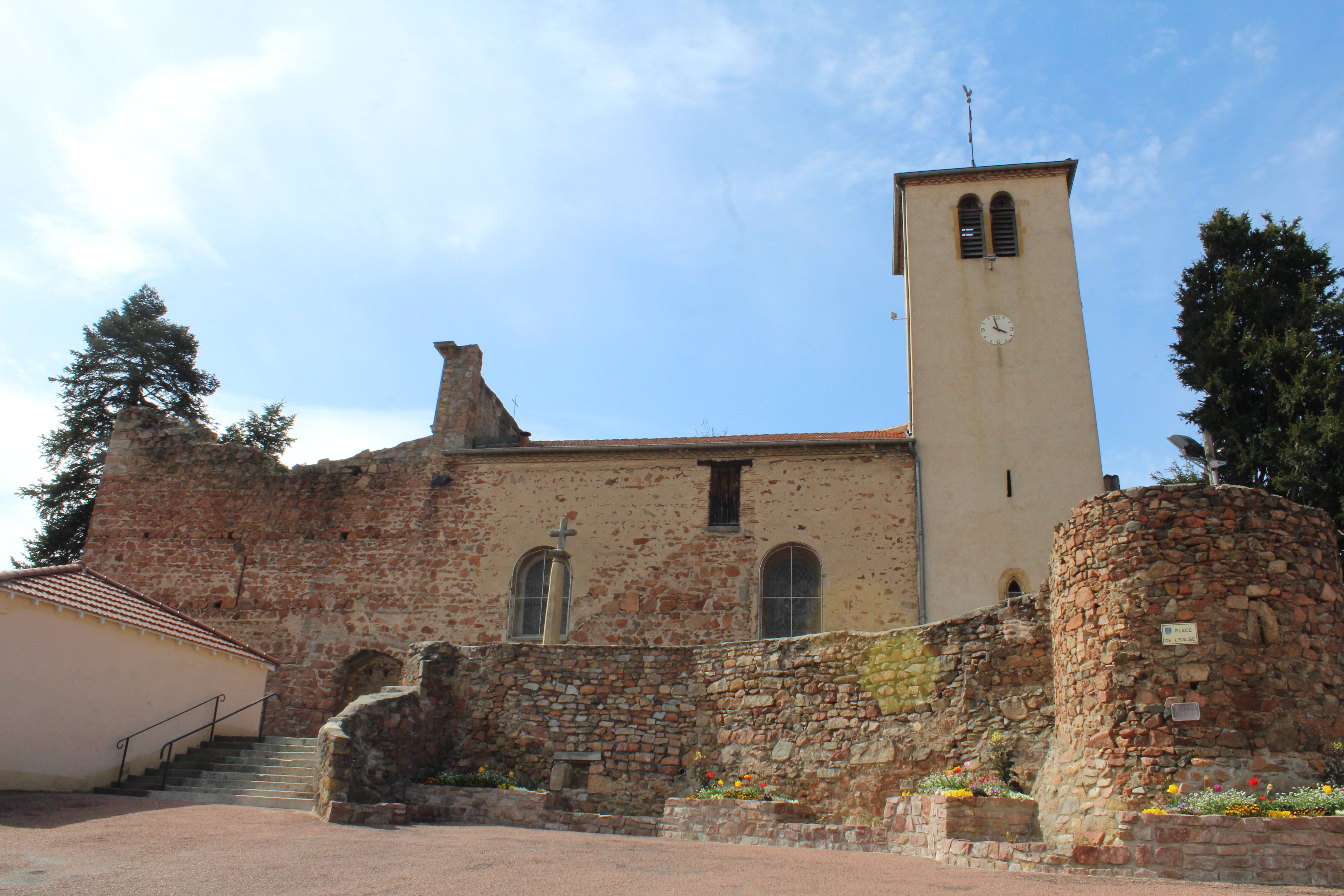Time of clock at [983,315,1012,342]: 3:58
